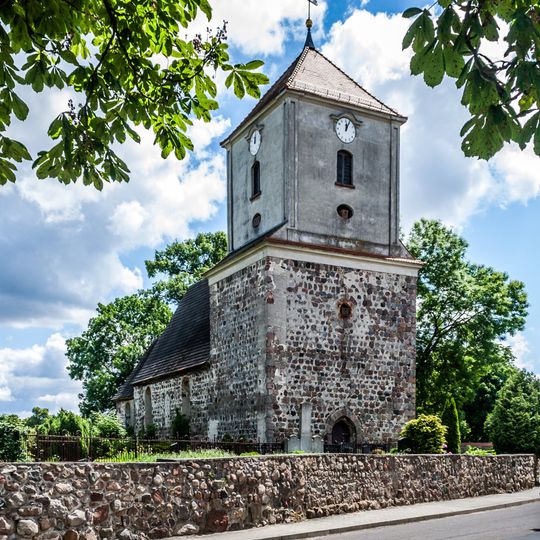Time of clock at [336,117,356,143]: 12:04
